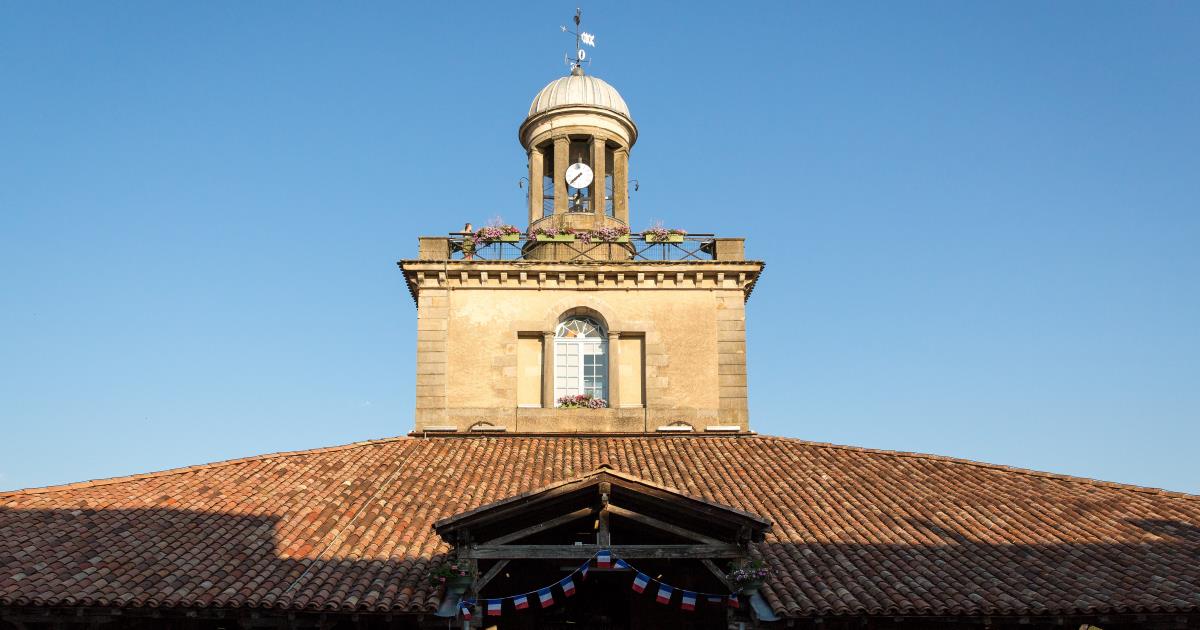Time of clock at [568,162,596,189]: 7:37
